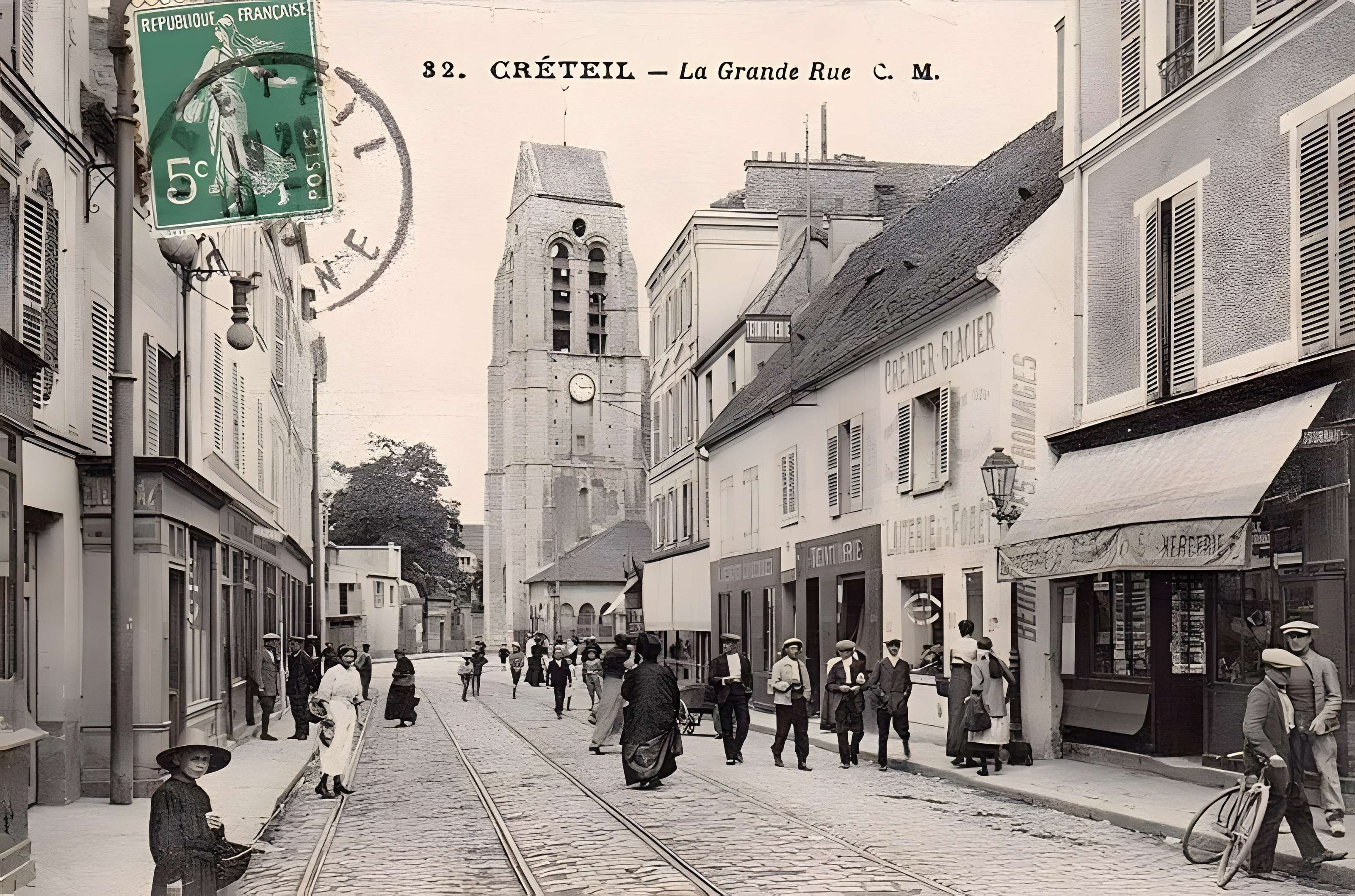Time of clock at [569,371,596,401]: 10:14
